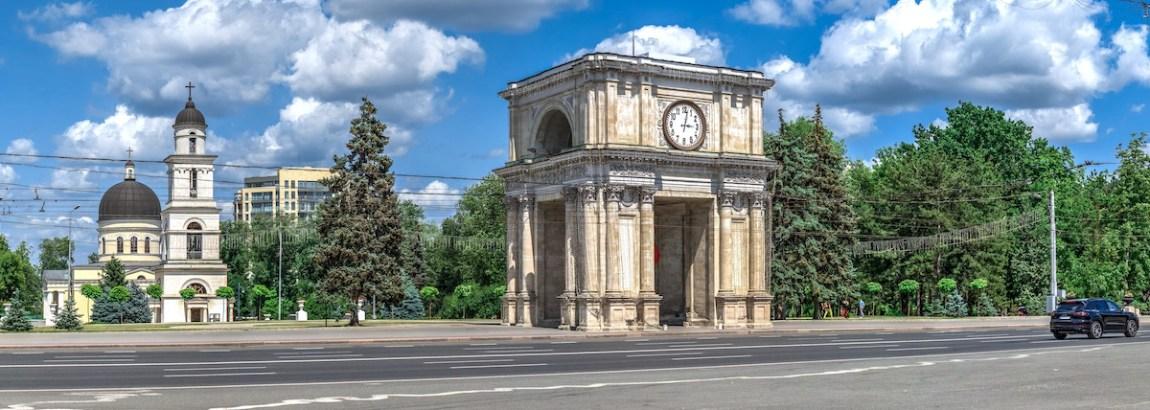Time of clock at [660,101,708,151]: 3:02
